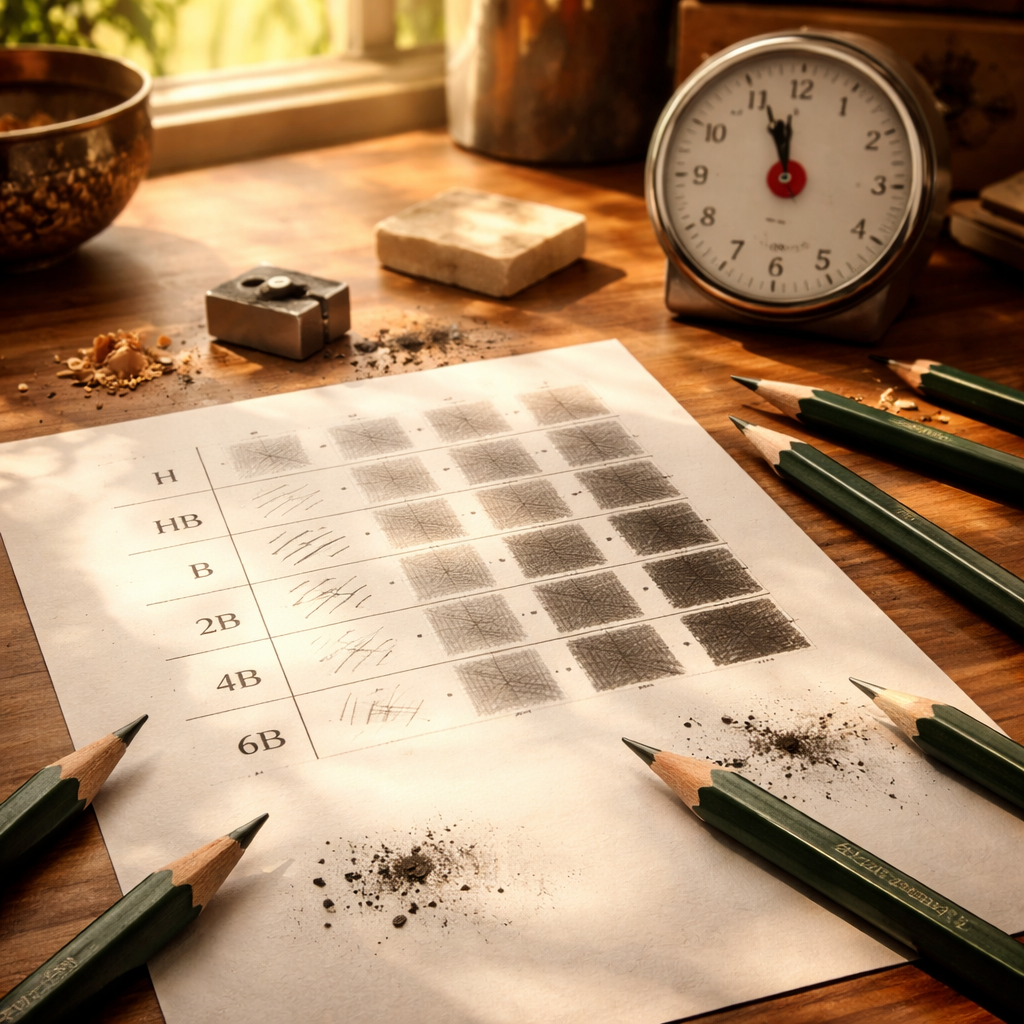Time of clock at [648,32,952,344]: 11:56
